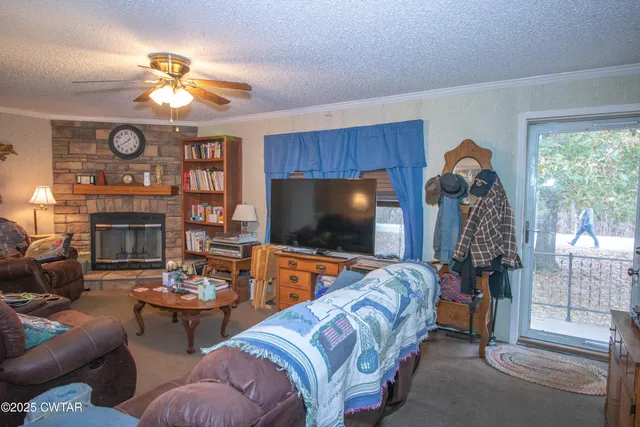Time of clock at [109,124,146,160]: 1:40
